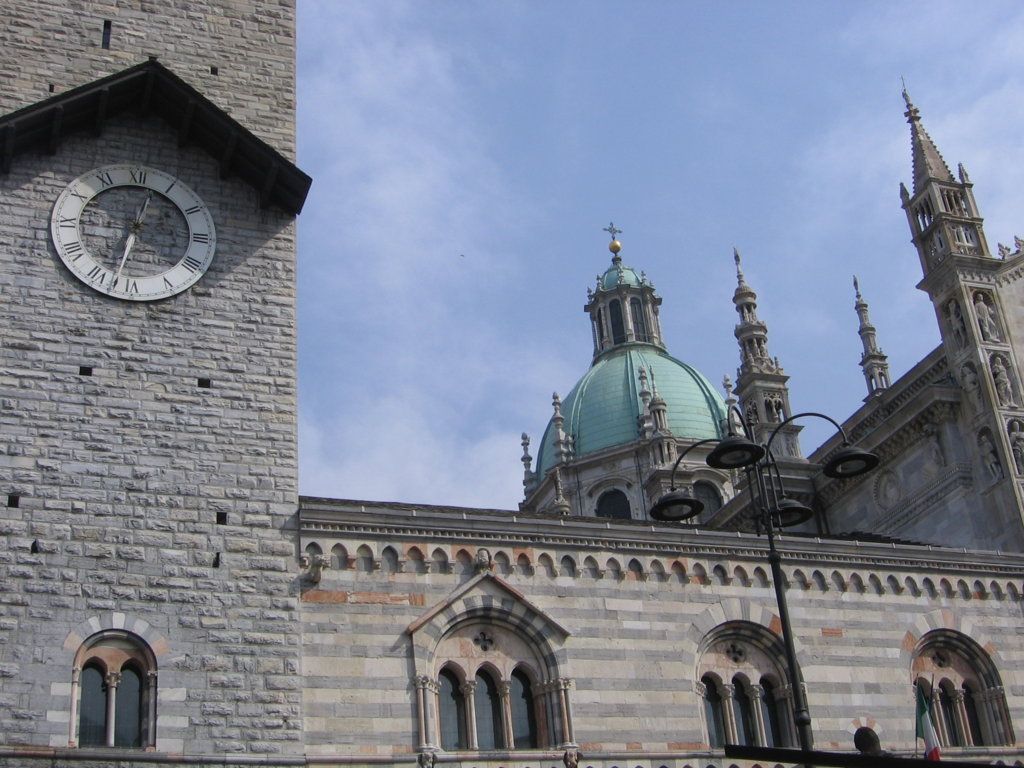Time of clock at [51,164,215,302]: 12:32
